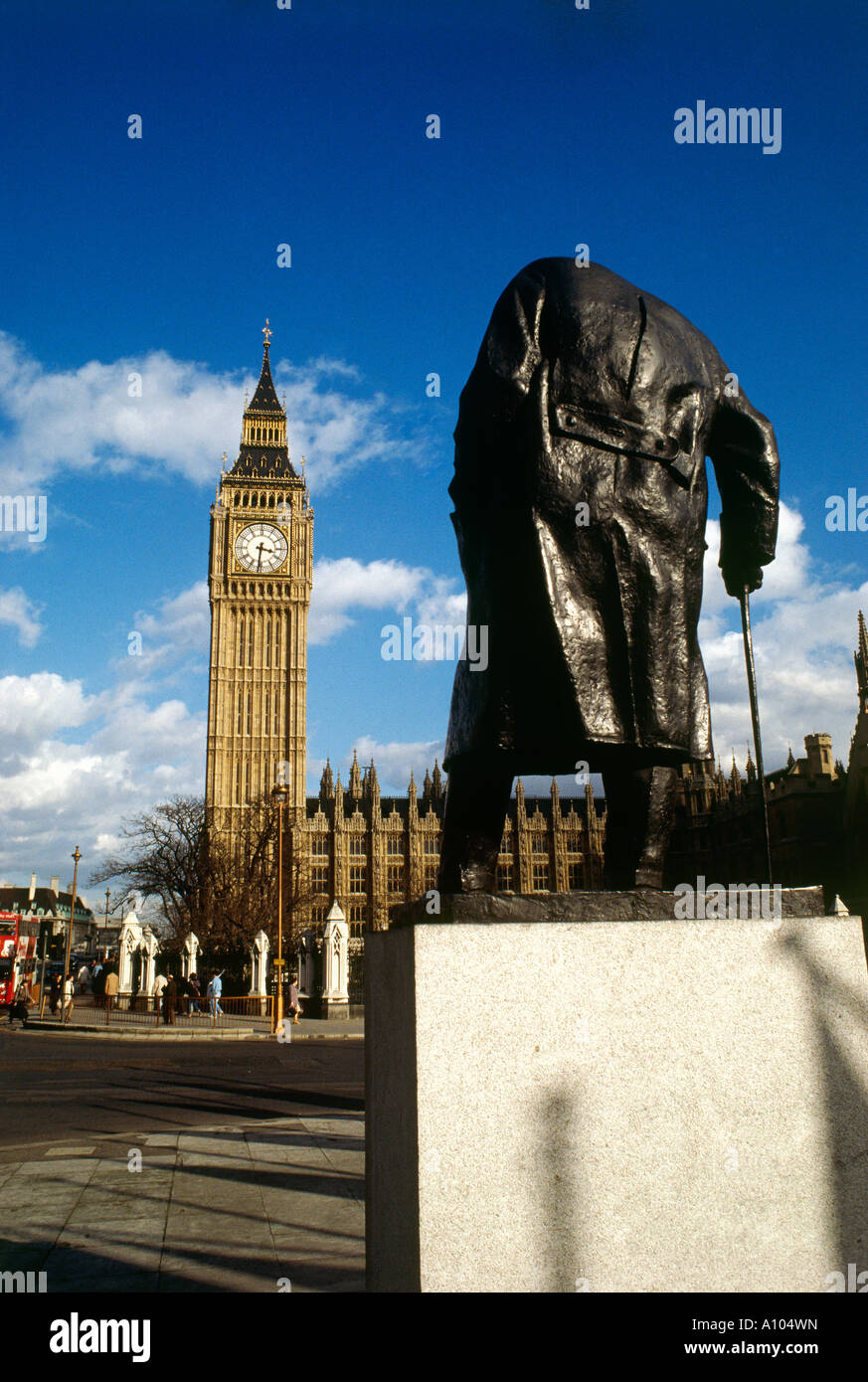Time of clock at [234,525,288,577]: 3:31
